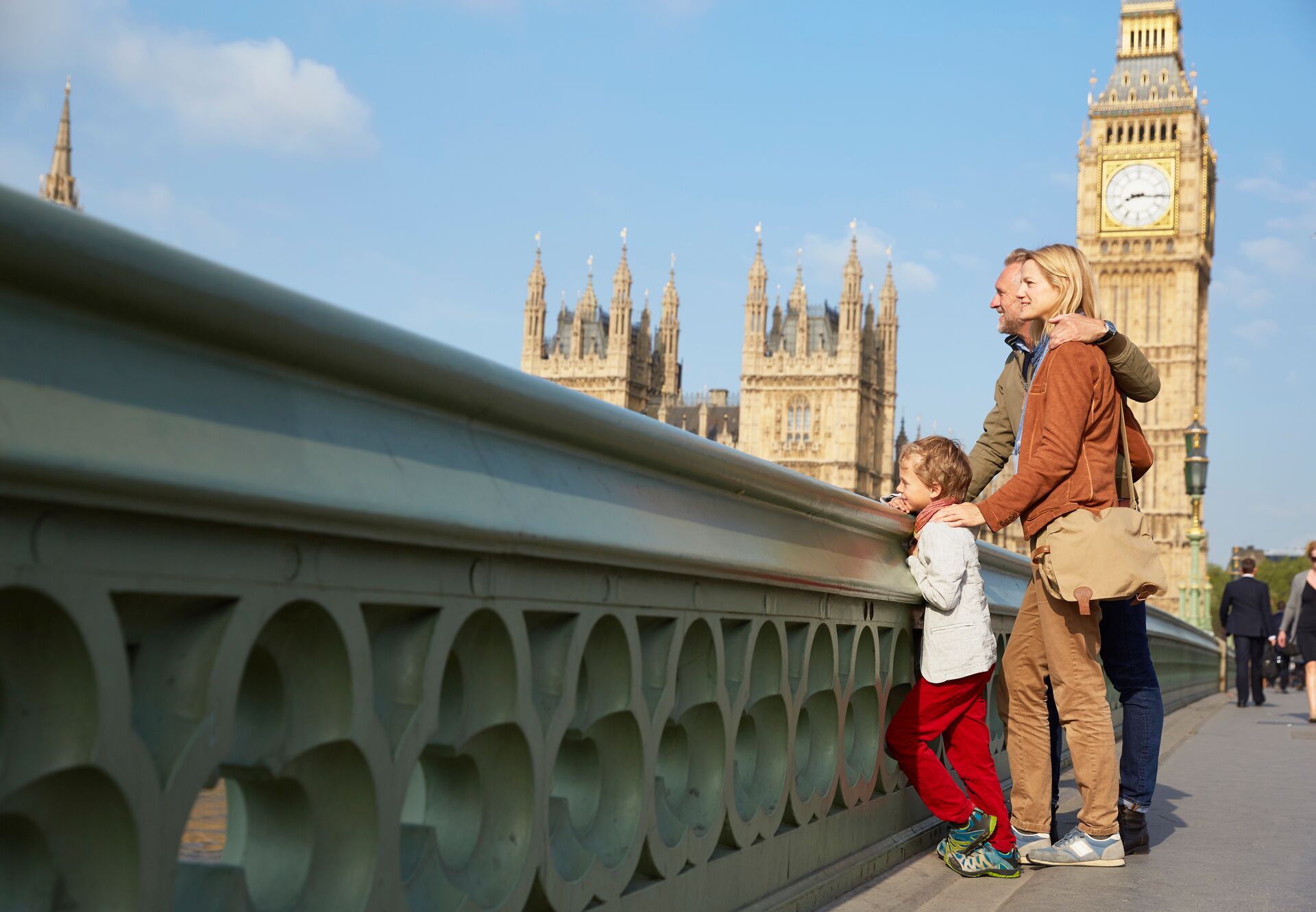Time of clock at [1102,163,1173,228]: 8:15
